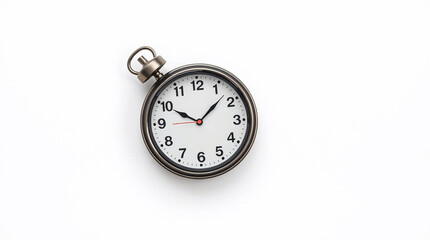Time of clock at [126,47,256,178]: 10:07
